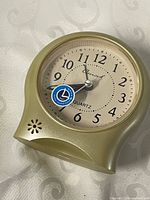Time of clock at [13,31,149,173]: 7:55
